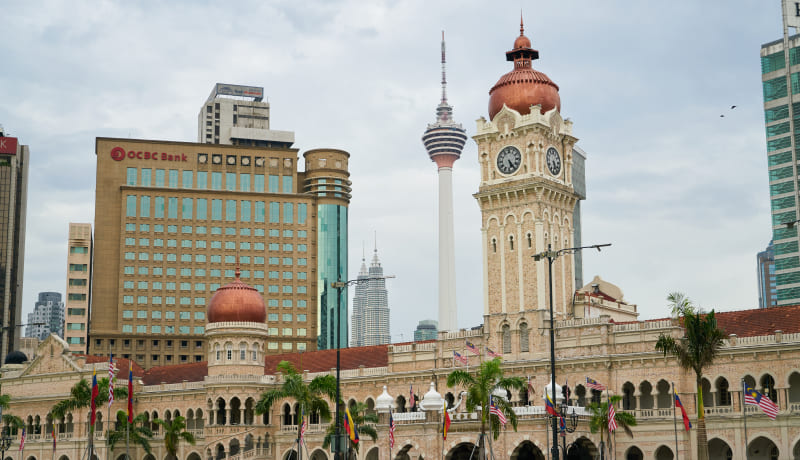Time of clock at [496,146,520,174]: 5:24
